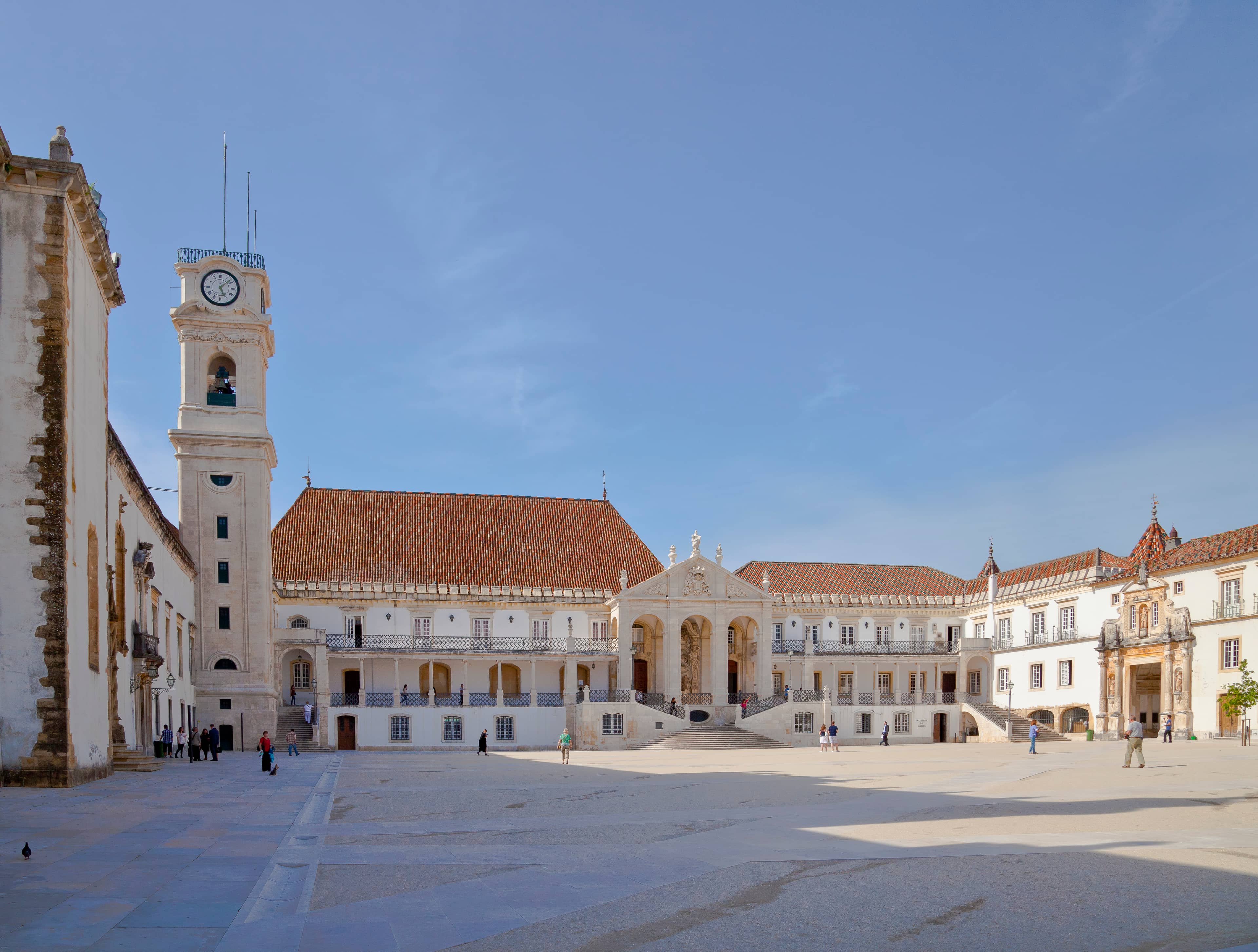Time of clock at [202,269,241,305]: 5:08
